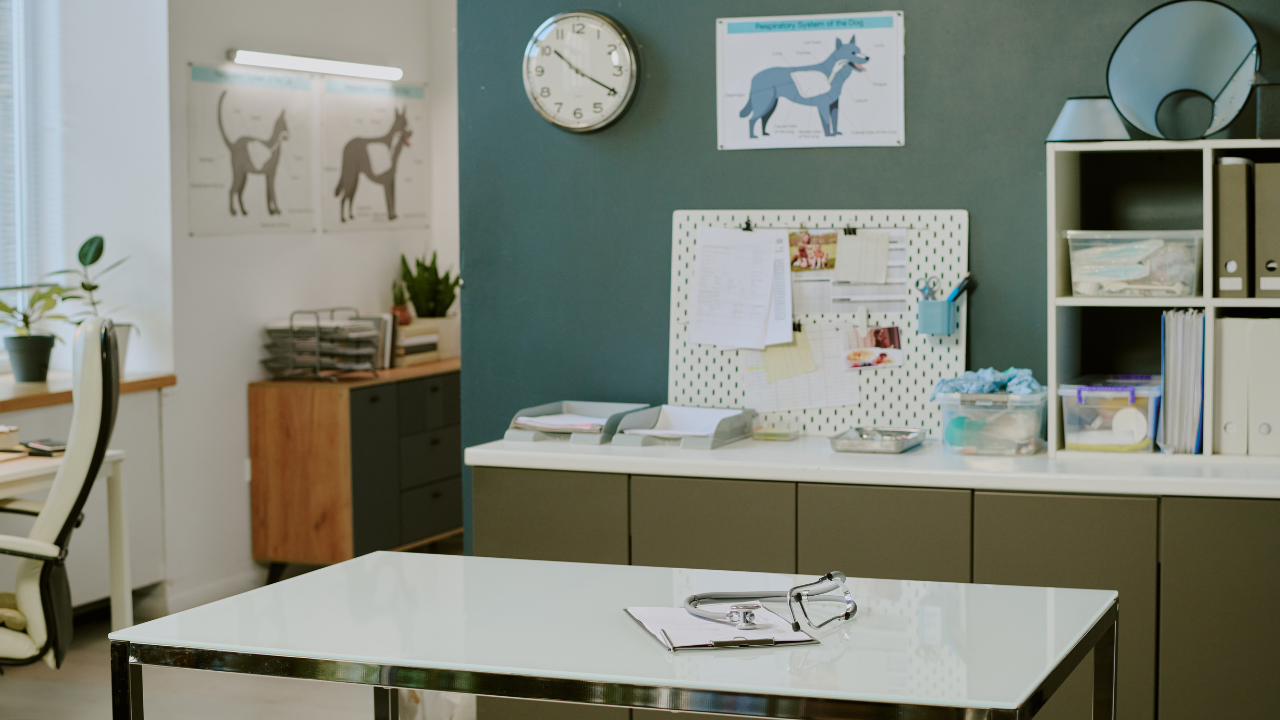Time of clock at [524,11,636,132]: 10:19
